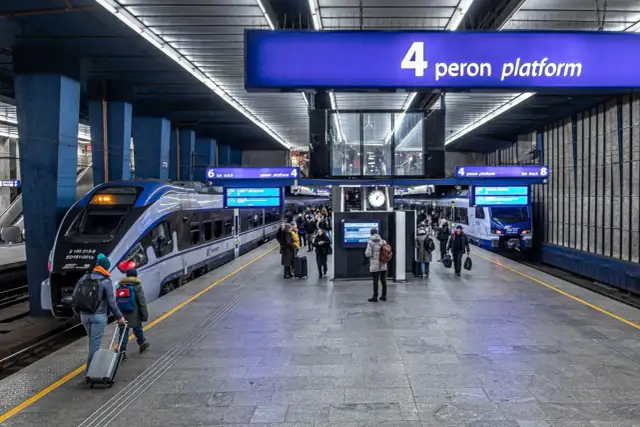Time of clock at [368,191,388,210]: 12:07
